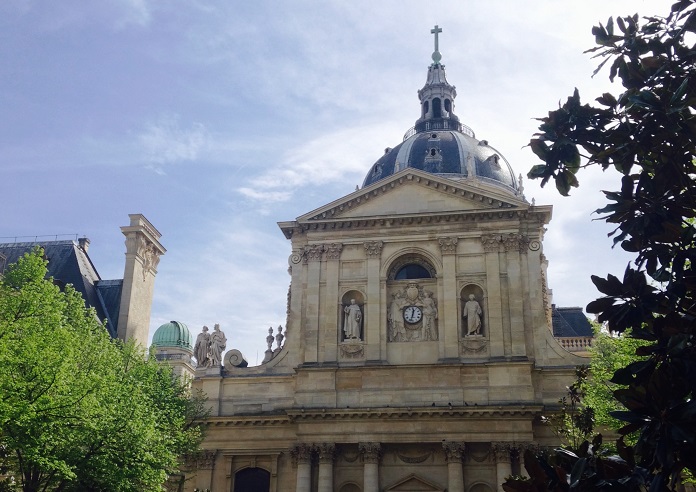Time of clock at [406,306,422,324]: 12:32
